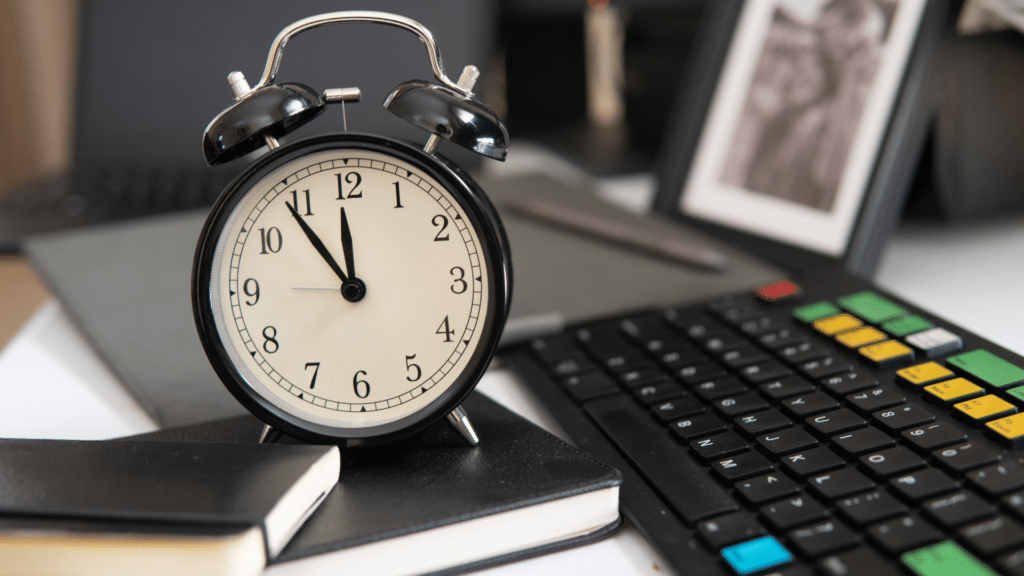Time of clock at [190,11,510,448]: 11:54
